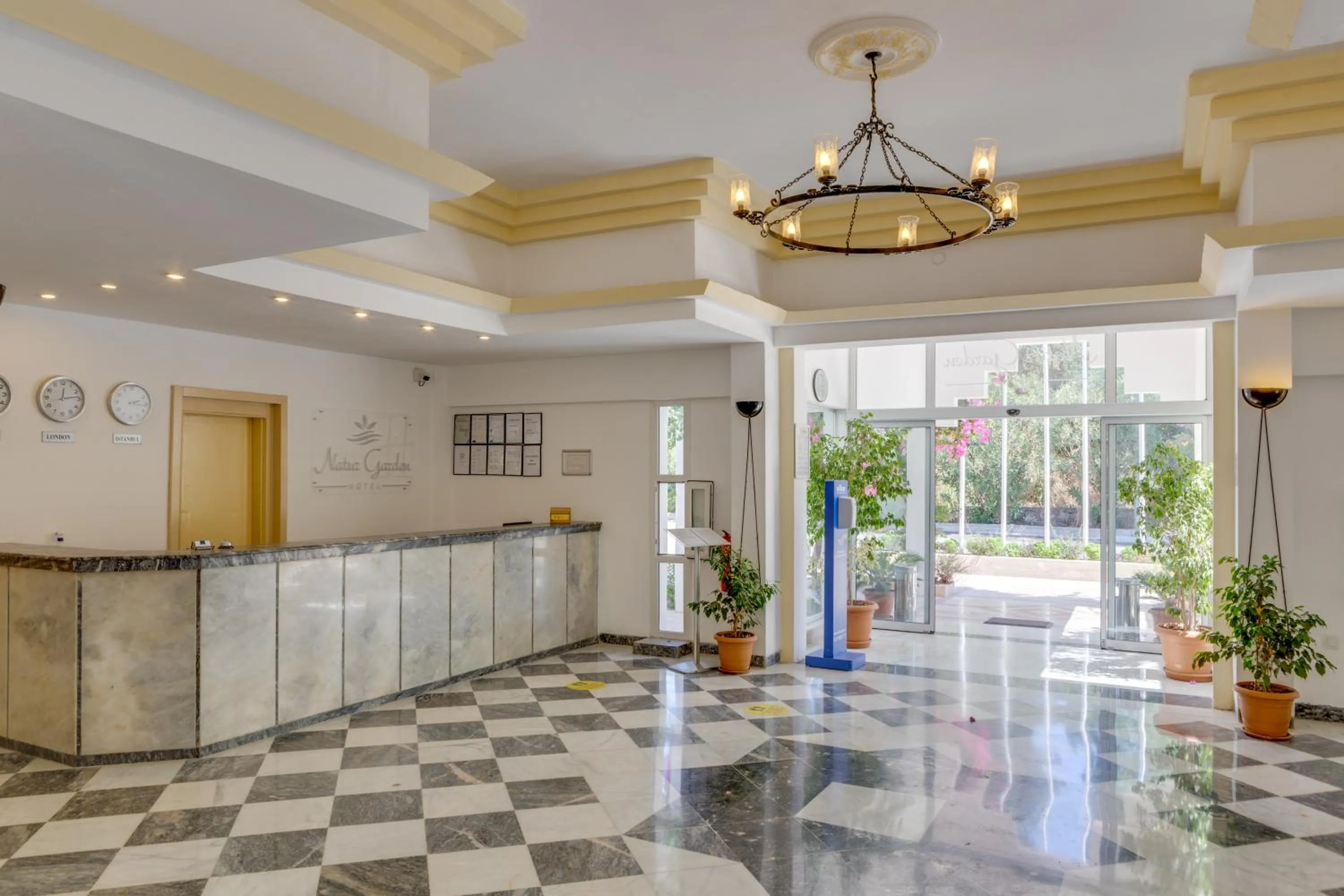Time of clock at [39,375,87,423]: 12:13
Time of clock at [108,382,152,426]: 2:16
